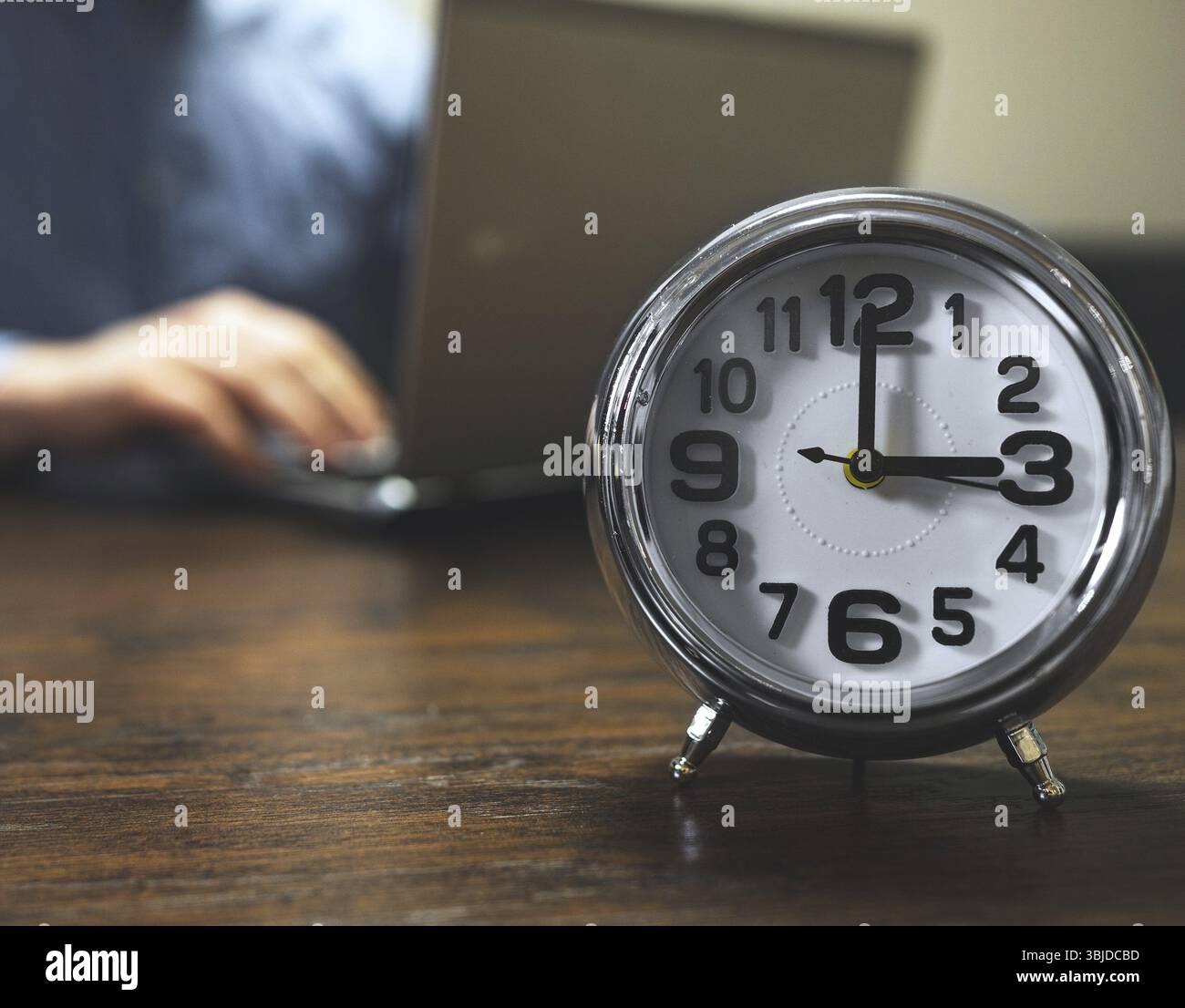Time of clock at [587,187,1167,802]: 3:00
